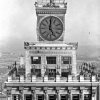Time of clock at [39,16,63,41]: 5:00
